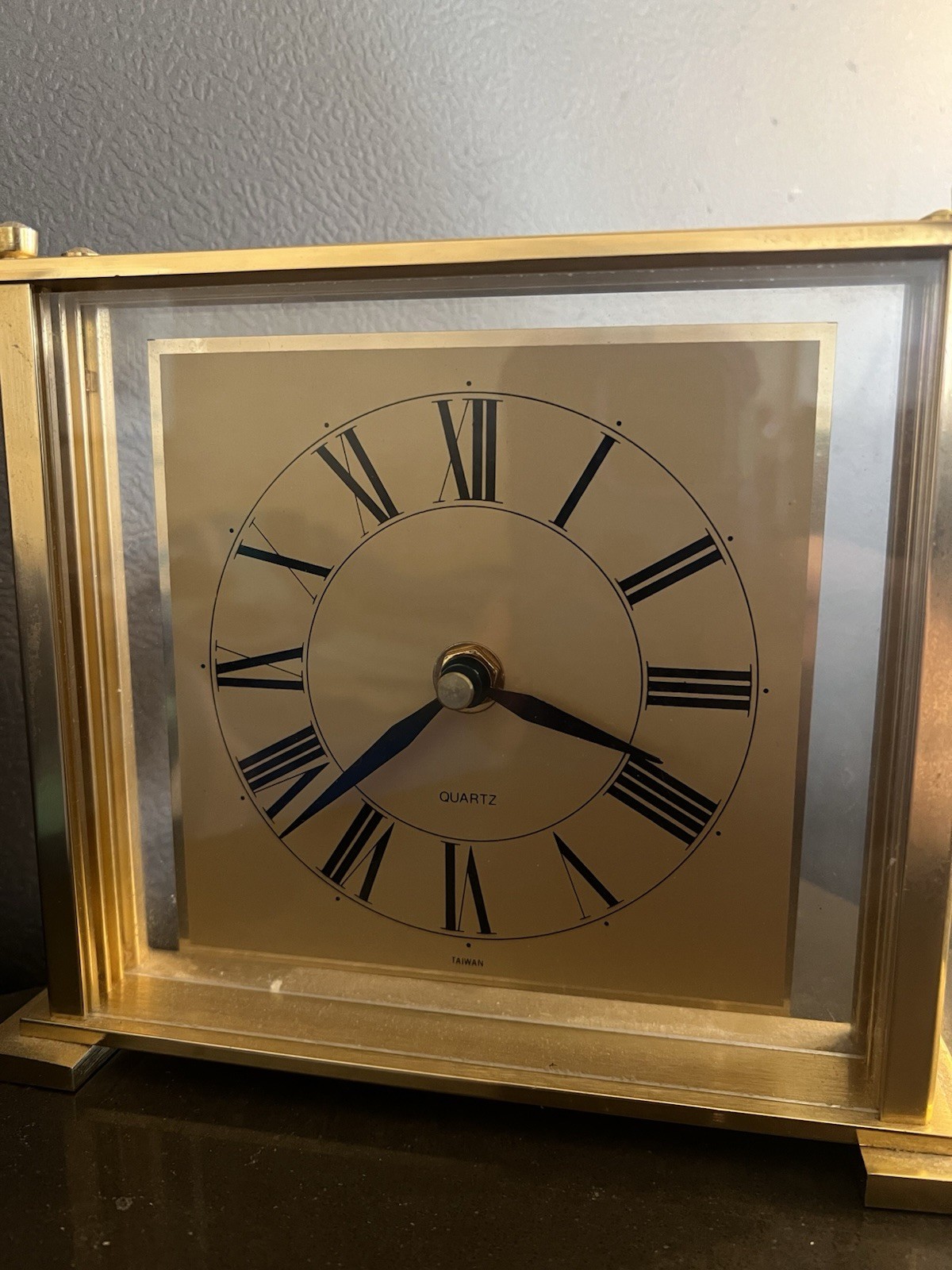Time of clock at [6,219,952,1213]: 3:37
